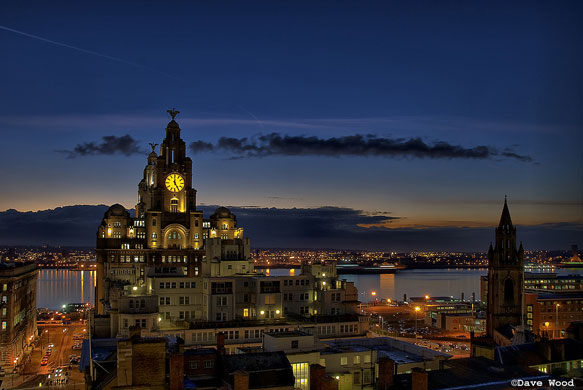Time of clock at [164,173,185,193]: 4:59
